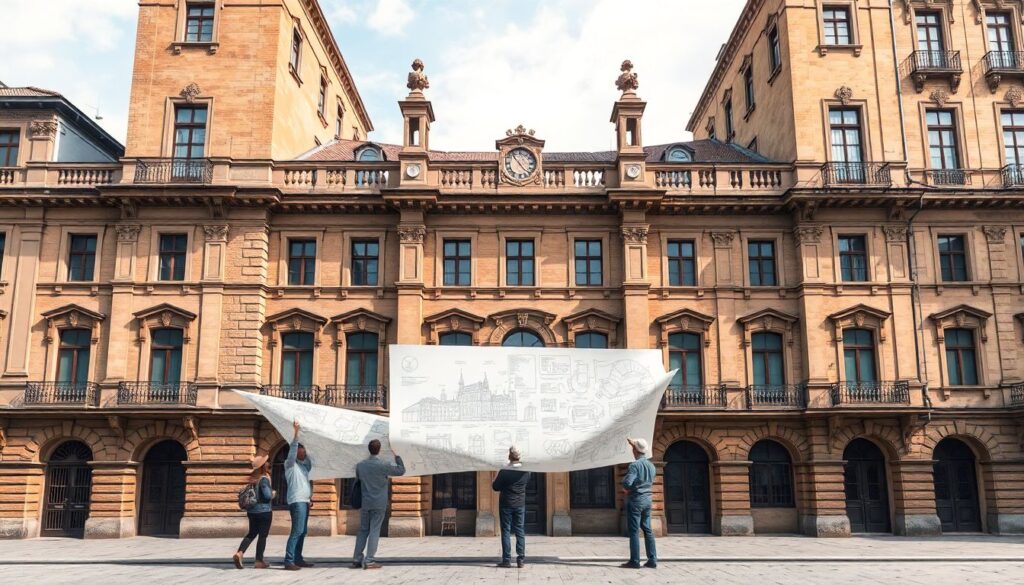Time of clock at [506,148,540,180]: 4:53
